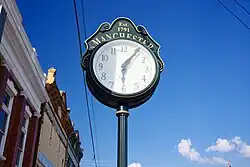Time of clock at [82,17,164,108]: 6:06
